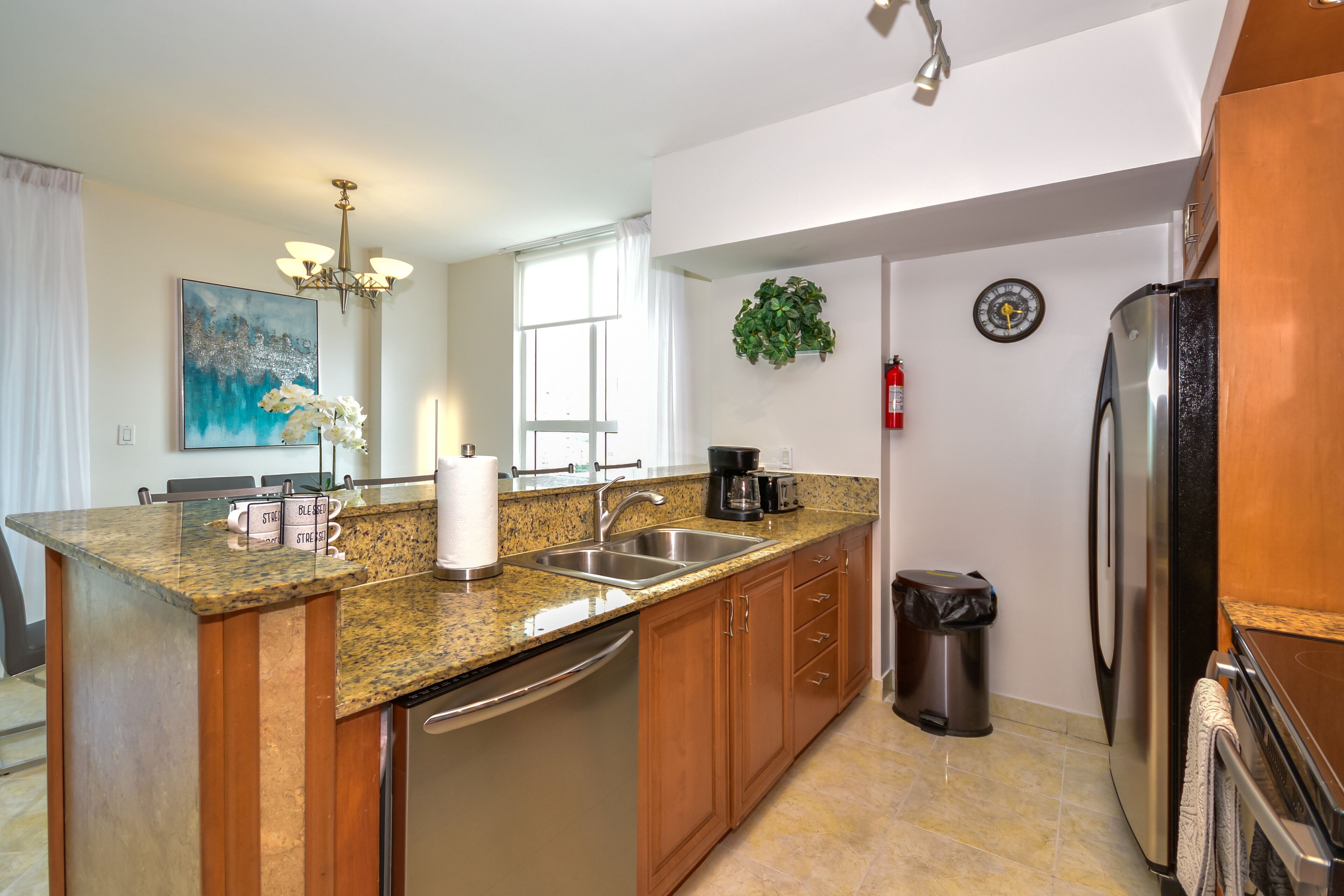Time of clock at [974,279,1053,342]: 3:28
